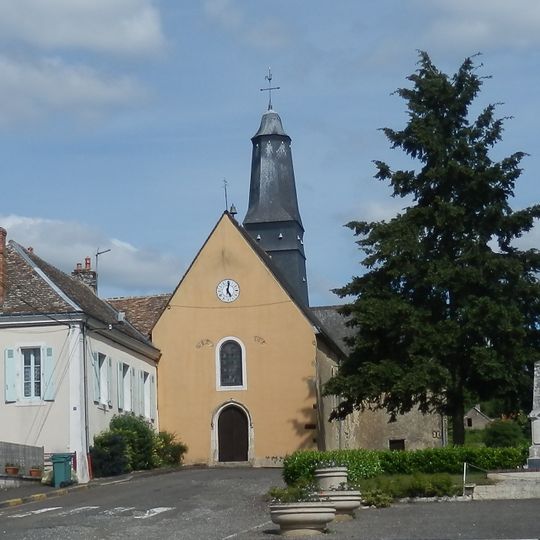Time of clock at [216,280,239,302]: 5:01
